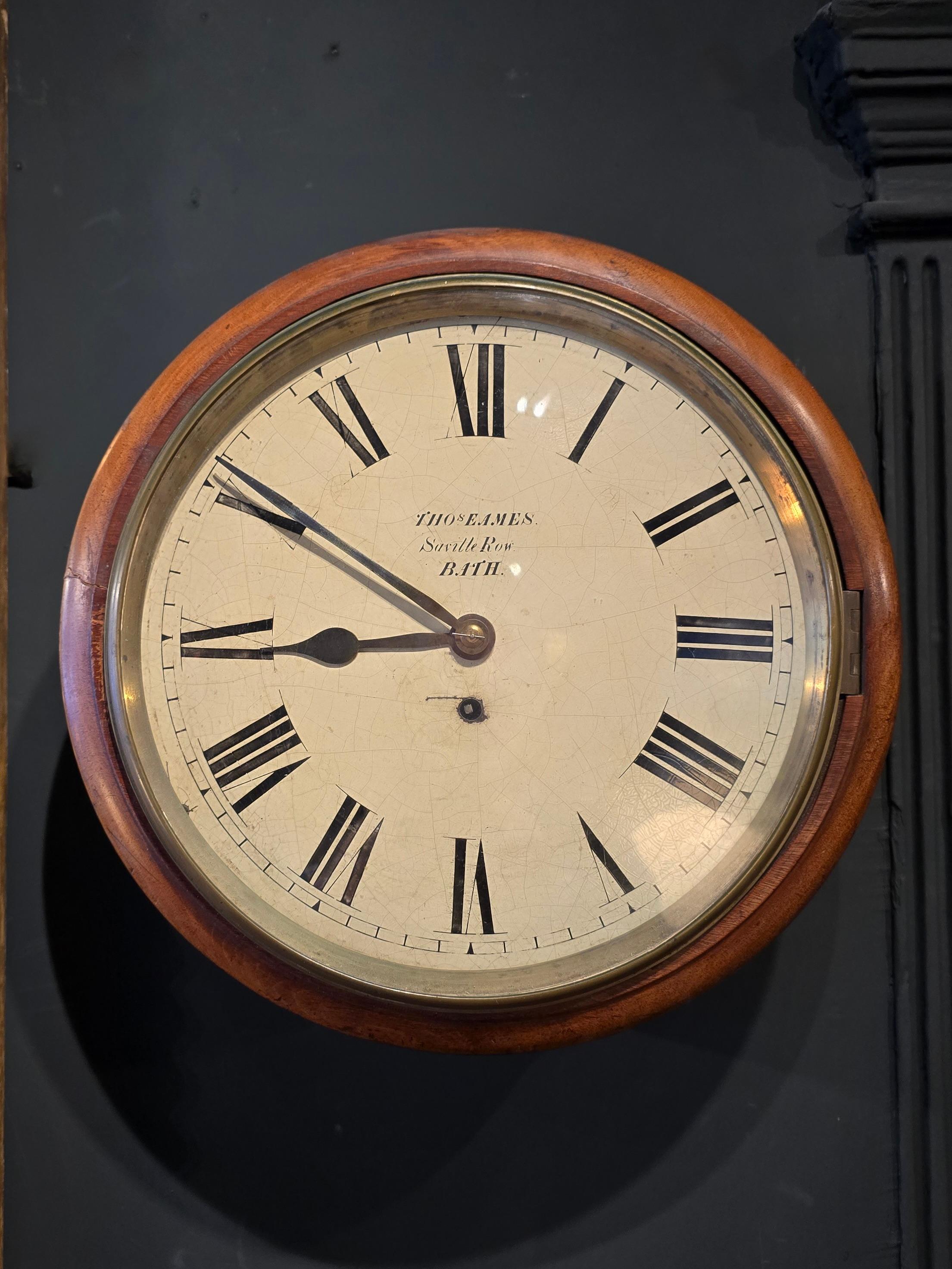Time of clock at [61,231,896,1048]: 8:50
